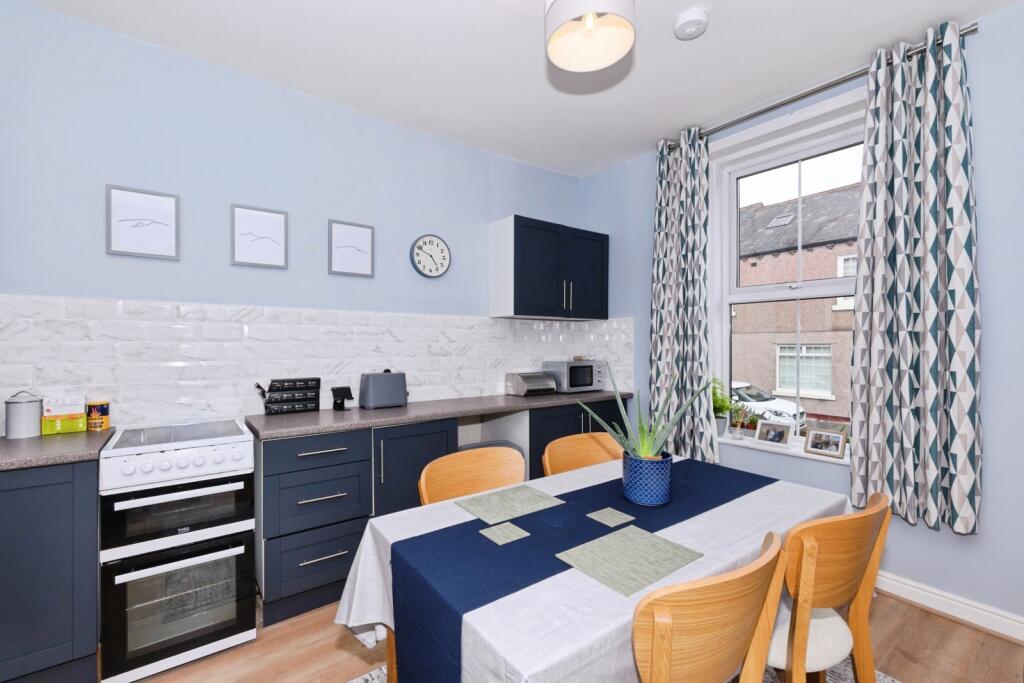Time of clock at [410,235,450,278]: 4:49
